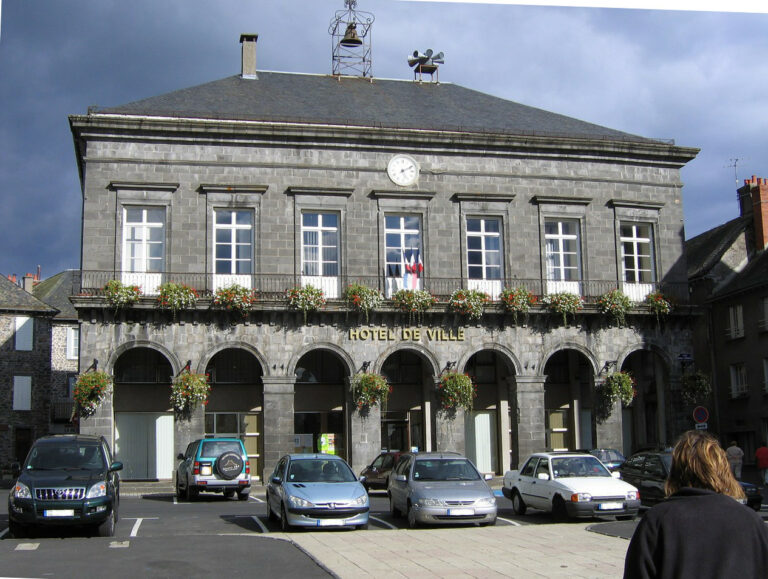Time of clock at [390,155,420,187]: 5:09
